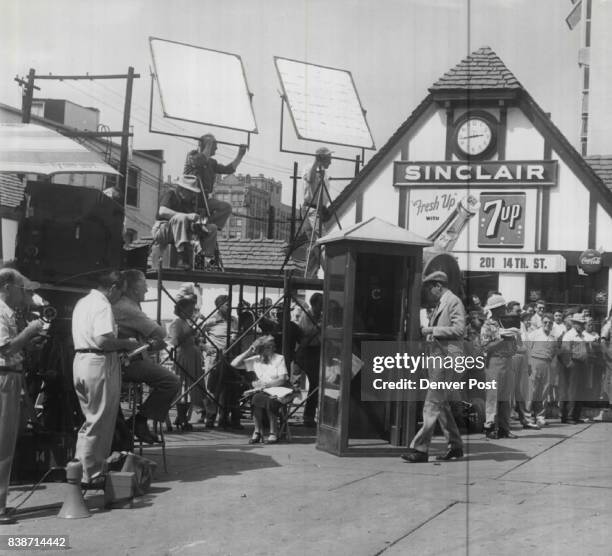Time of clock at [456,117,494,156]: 2:43
